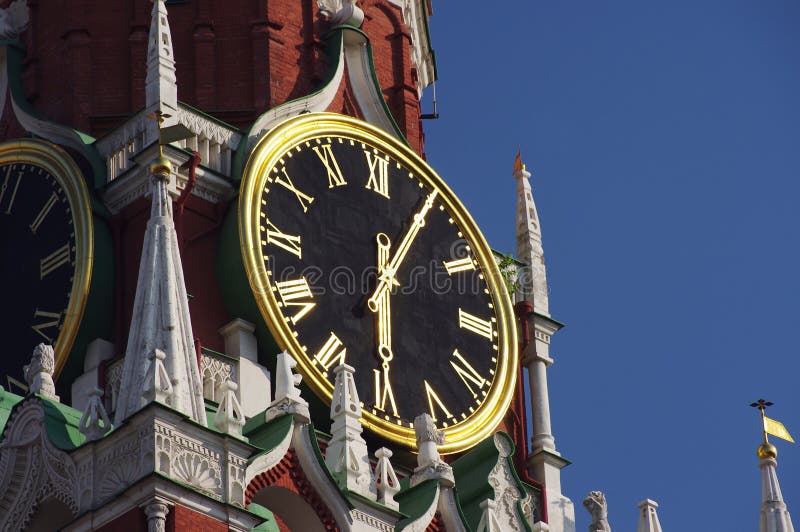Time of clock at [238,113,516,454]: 6:05
